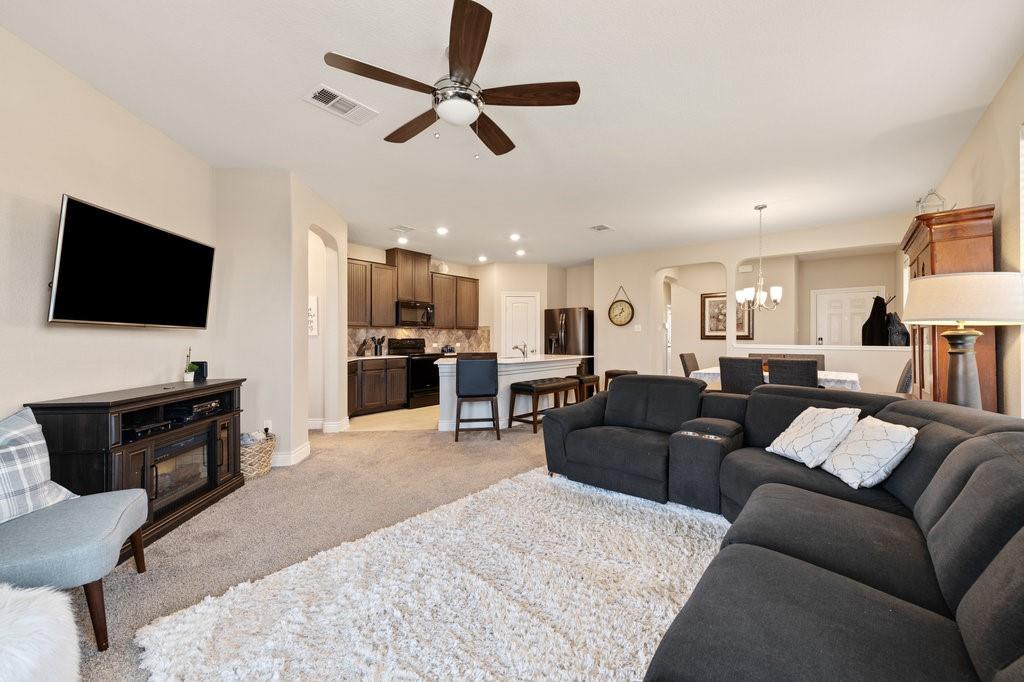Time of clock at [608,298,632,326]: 12:40
